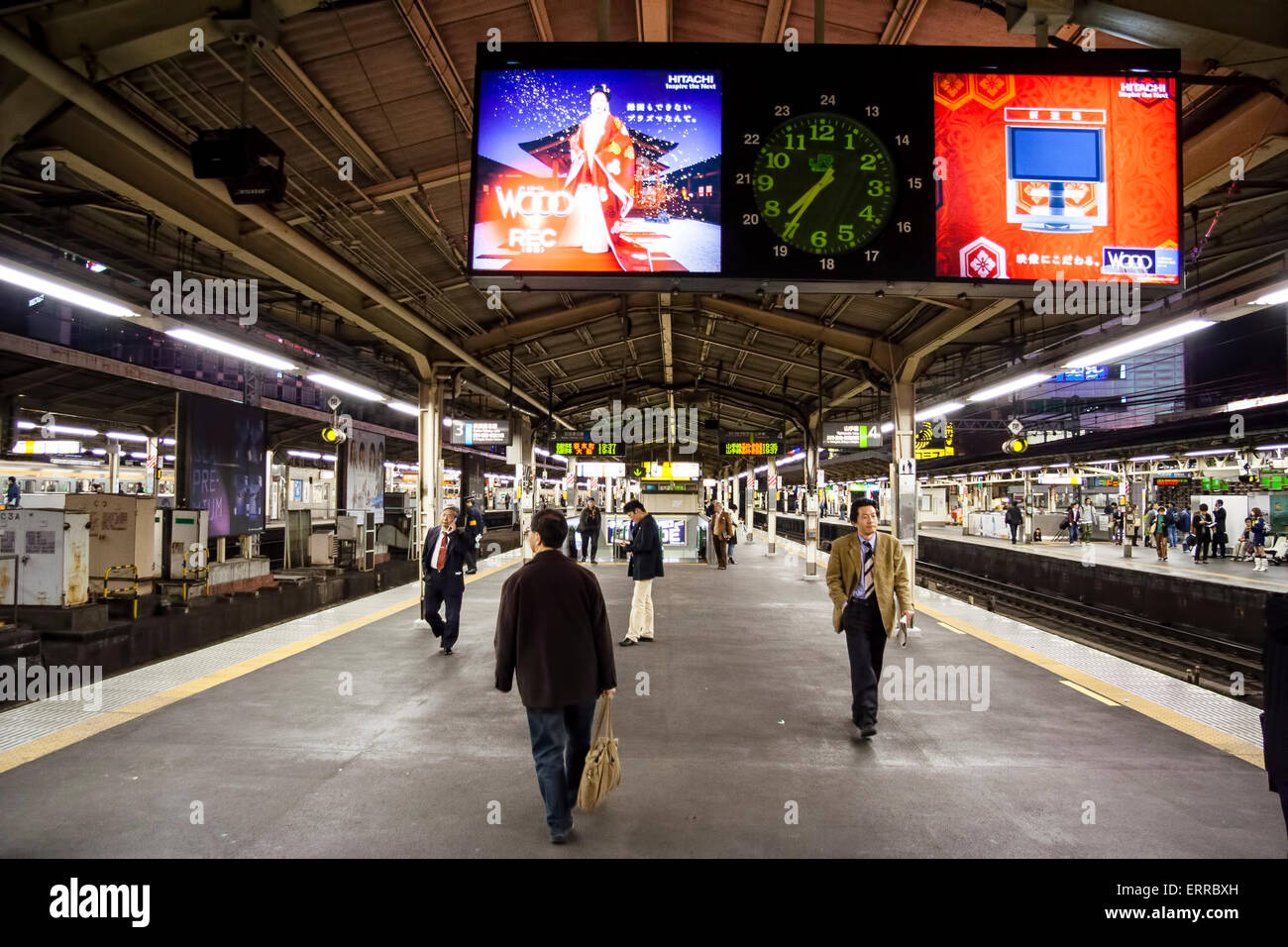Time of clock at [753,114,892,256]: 7:35
